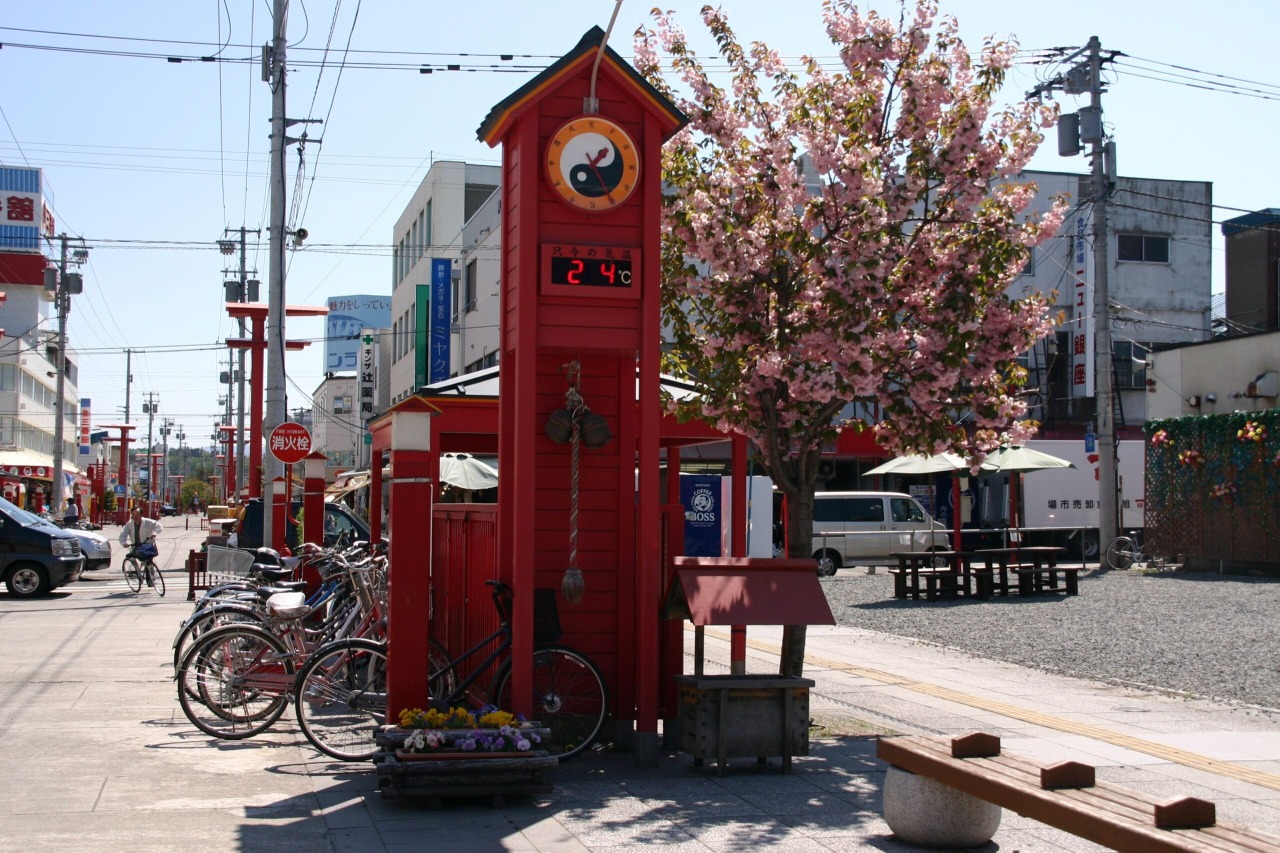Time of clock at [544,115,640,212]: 1:25
